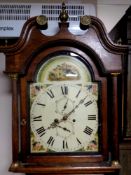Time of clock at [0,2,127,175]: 8:07
